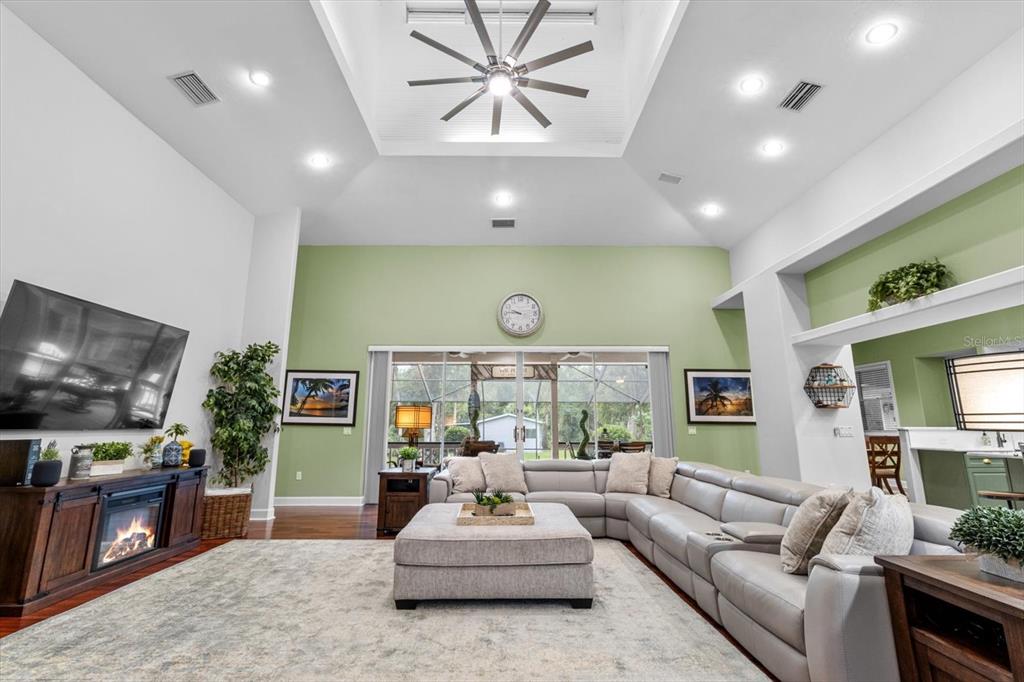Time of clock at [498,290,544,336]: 9:45
